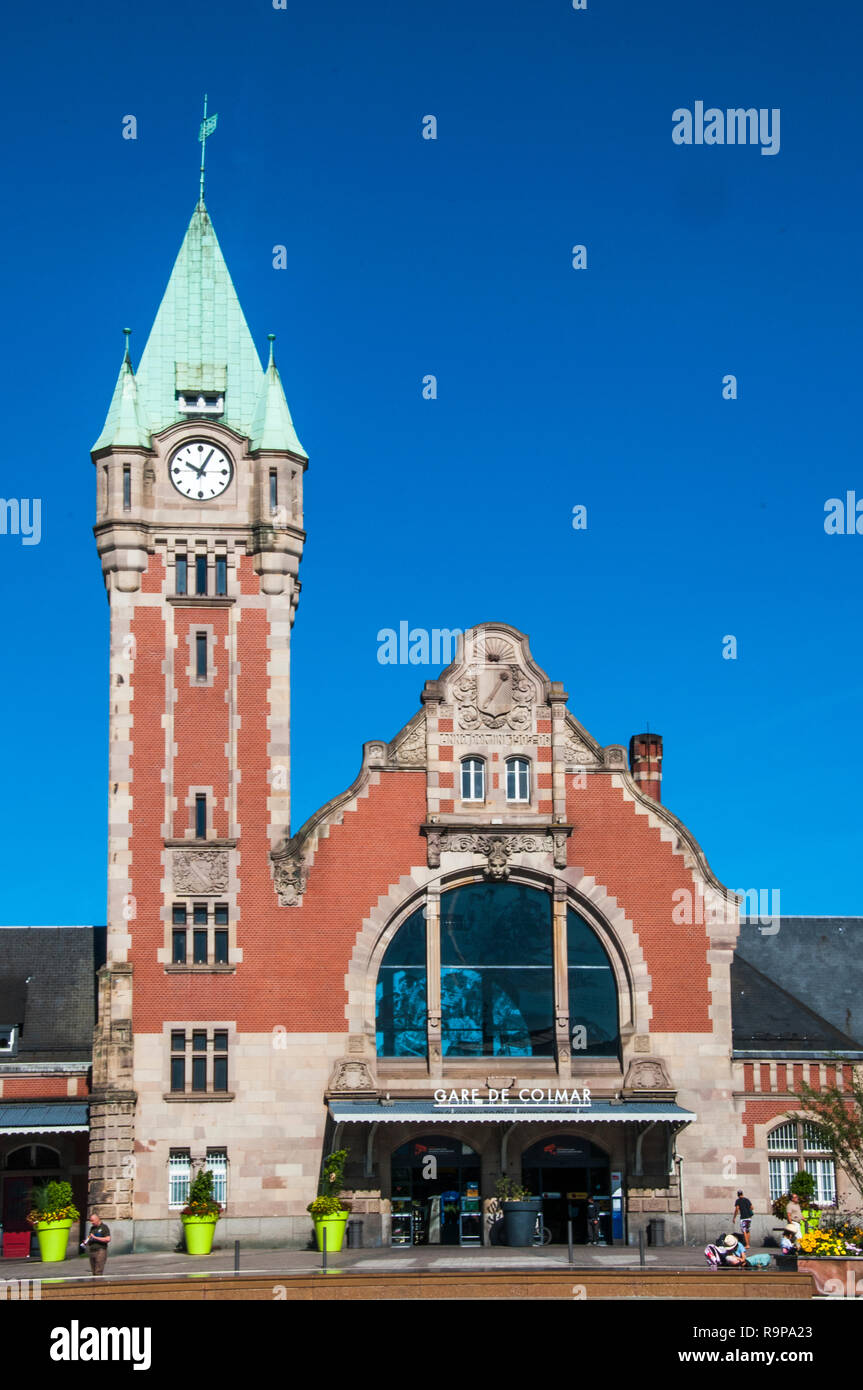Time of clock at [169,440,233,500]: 10:04
